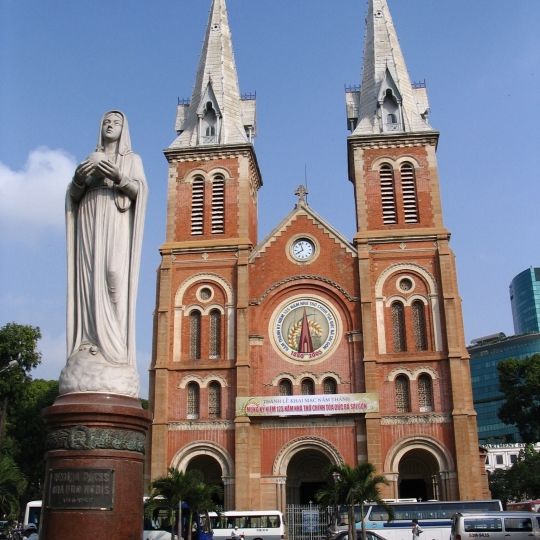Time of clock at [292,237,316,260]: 7:57
